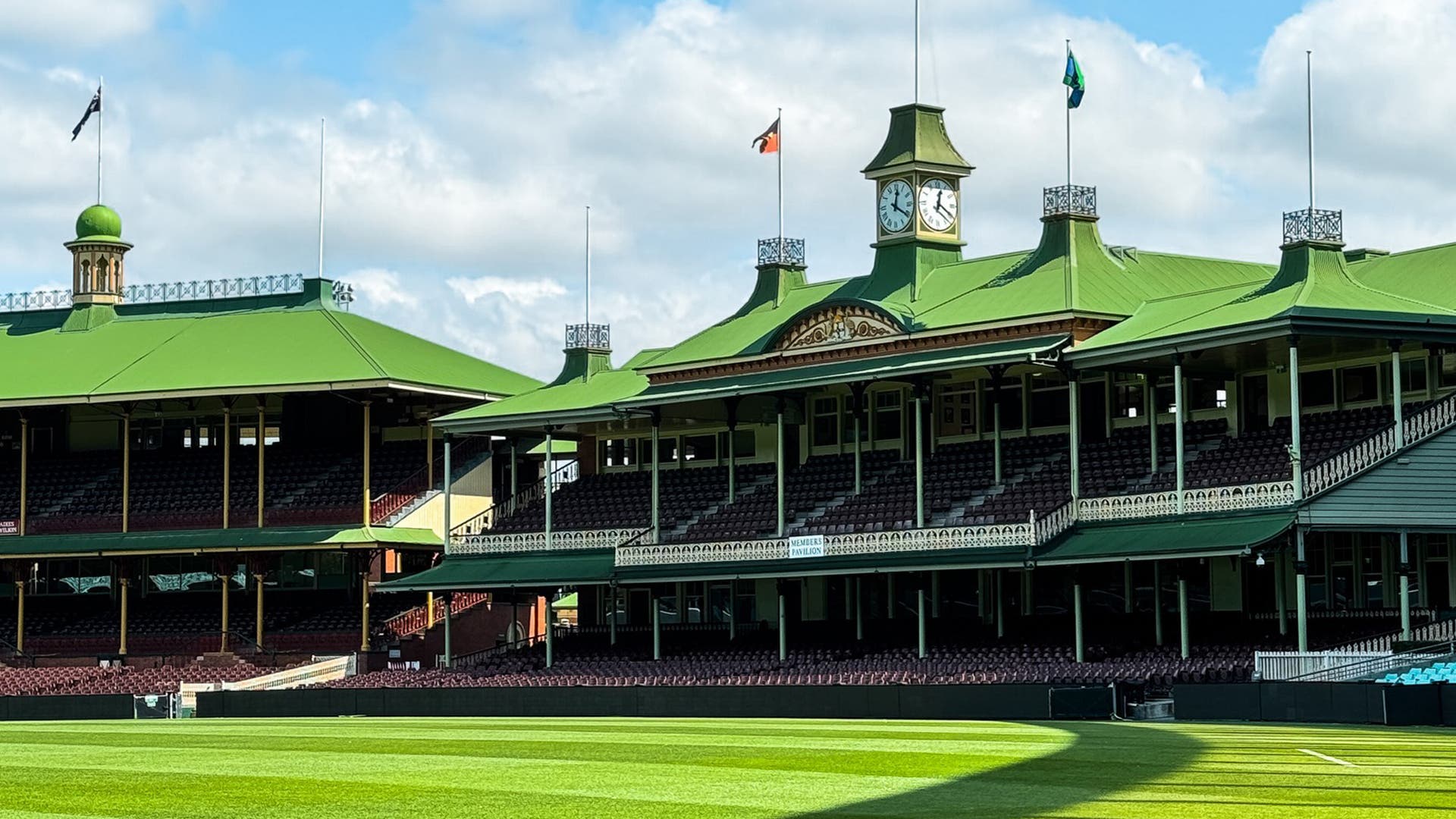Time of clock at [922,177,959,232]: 12:20
